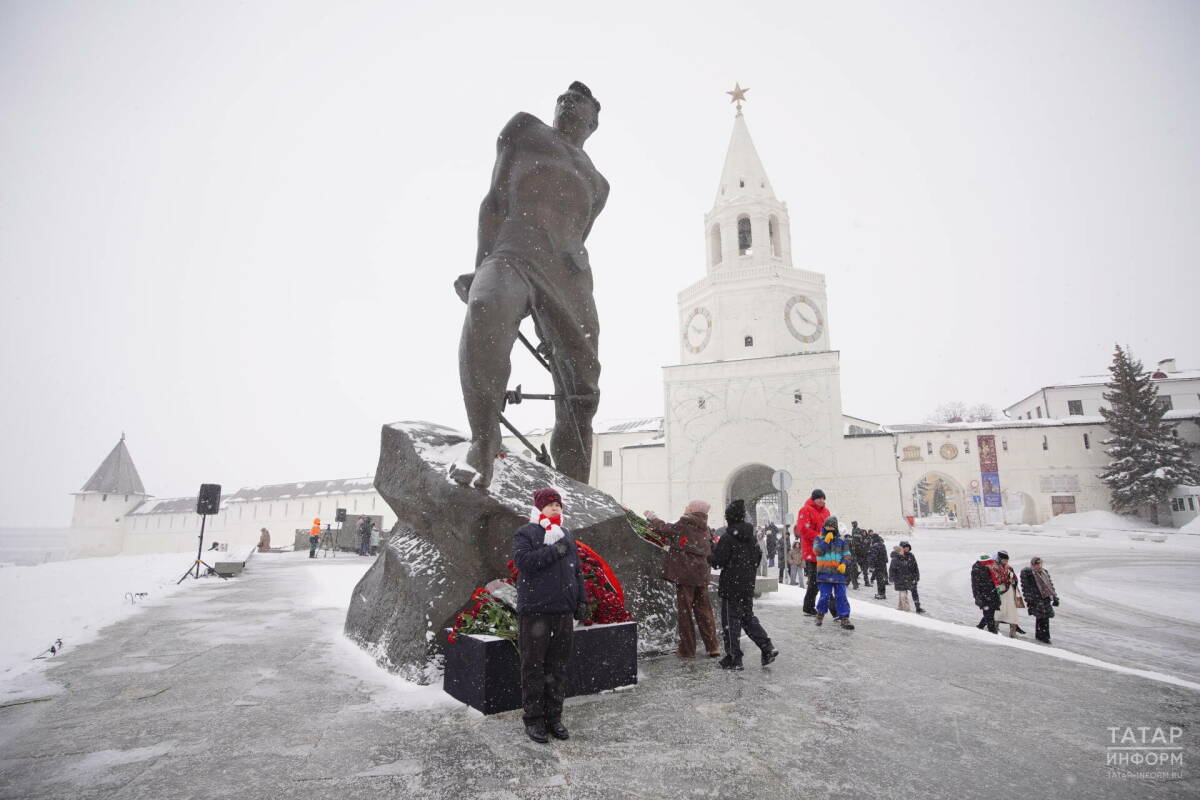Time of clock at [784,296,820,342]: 10:17
